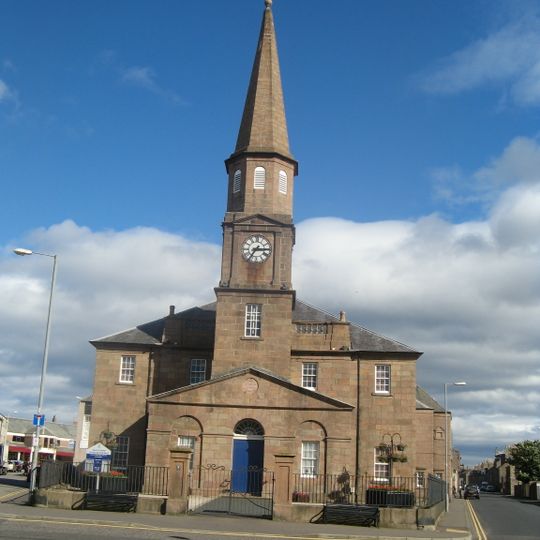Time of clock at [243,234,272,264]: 7:15
